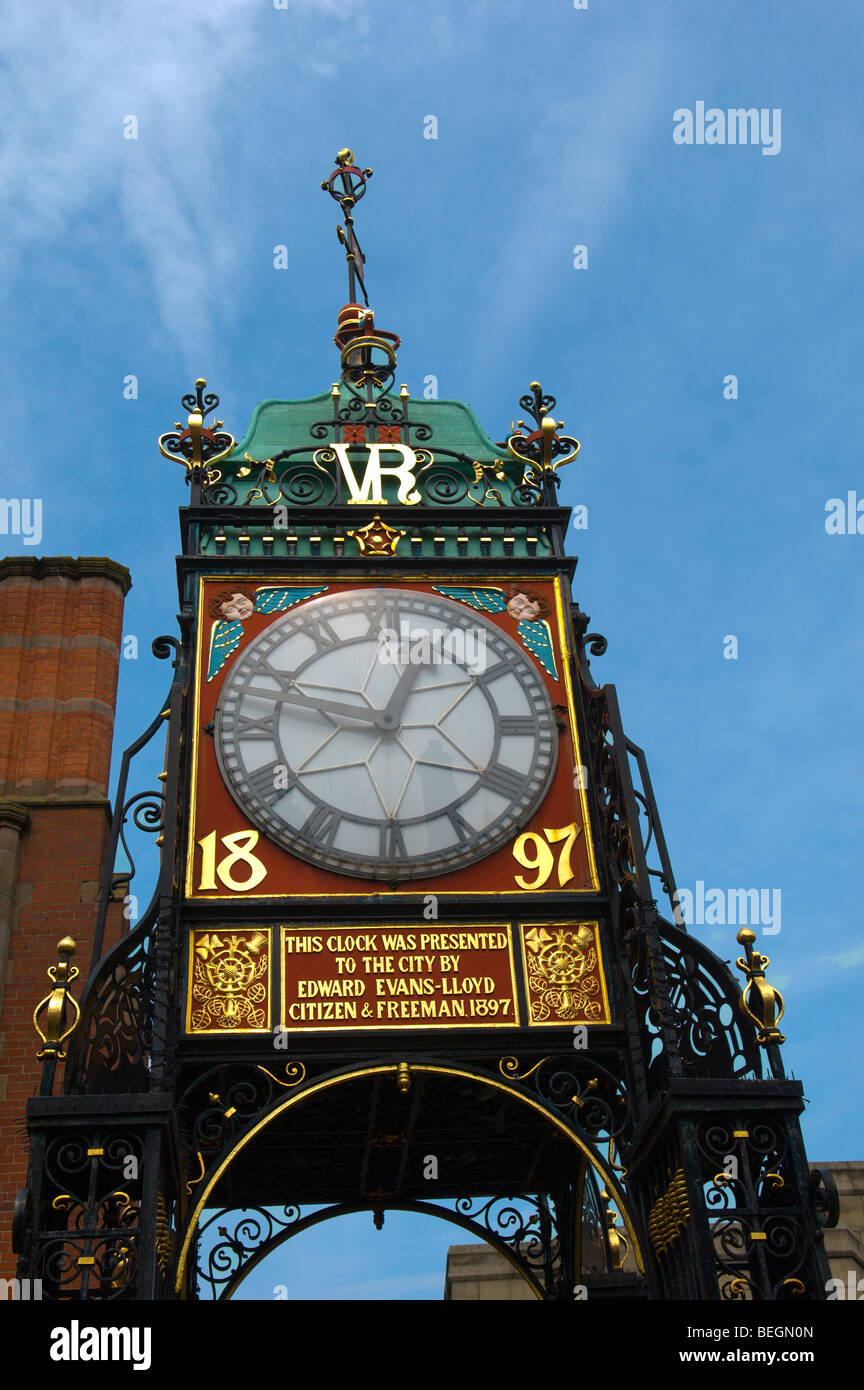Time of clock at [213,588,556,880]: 12:47
